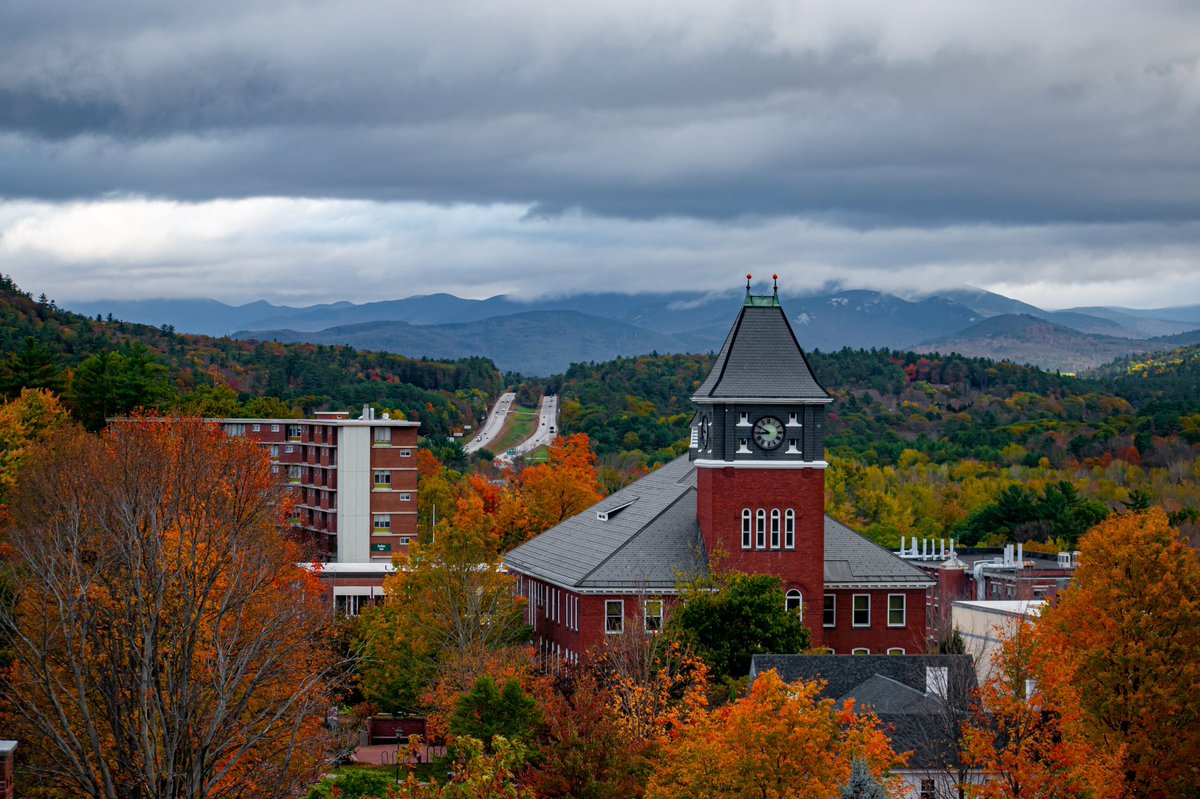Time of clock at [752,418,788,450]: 8:50
